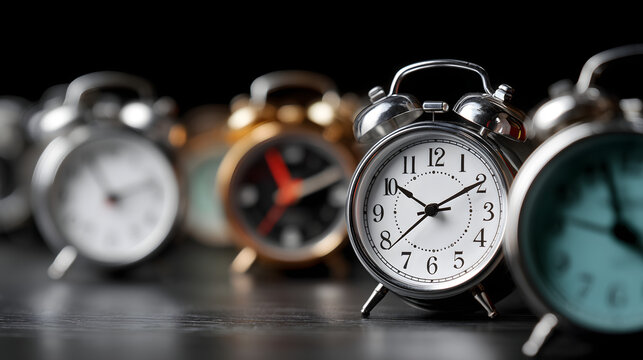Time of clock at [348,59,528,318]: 10:10
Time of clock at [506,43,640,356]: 10:10
